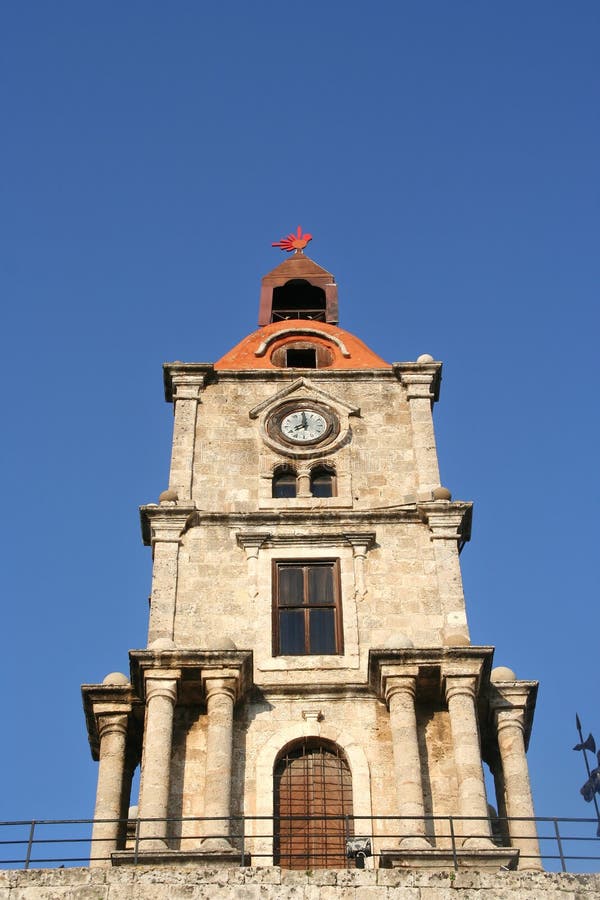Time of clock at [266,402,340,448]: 7:59
